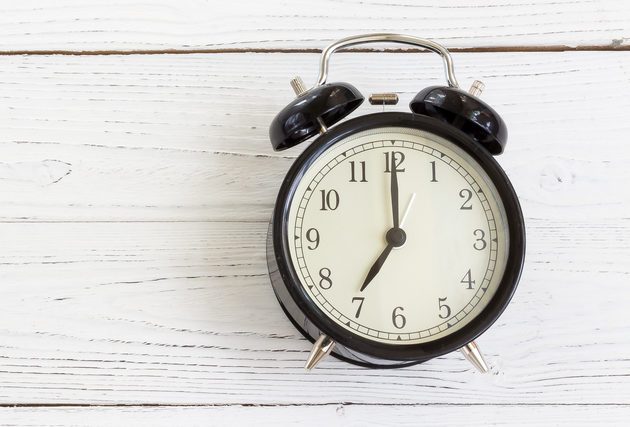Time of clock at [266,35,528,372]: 7:00
